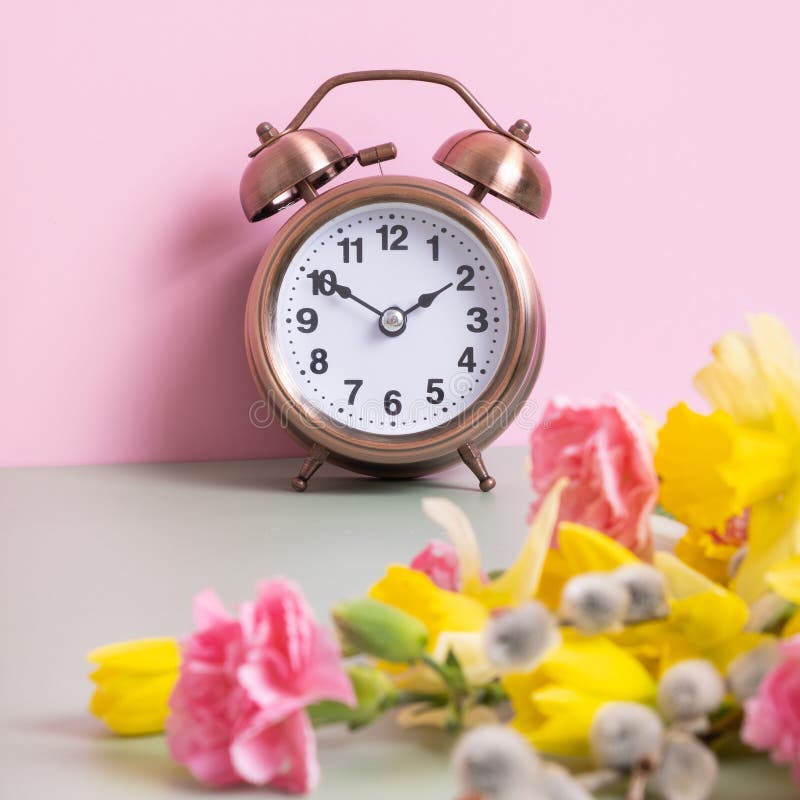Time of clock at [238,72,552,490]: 1:50
